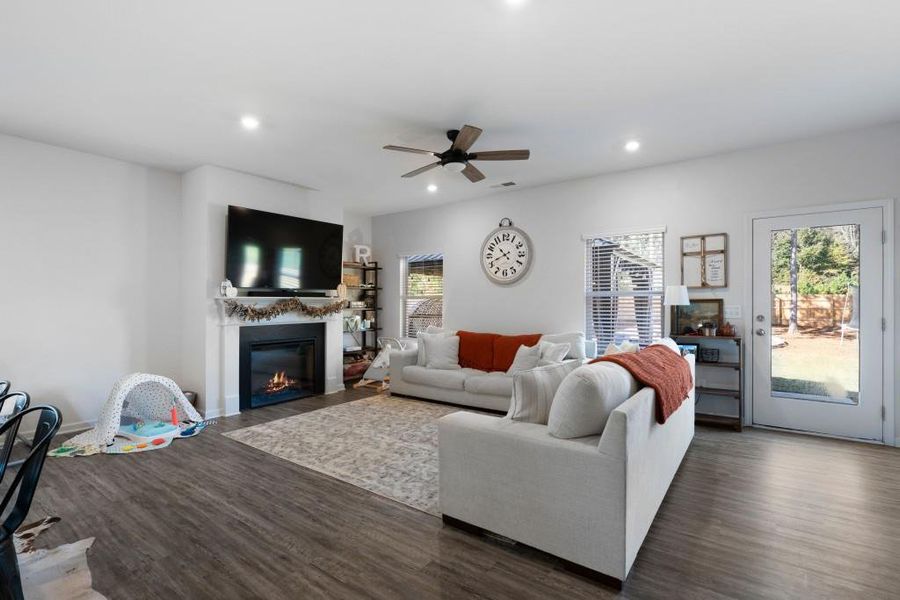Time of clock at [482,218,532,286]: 10:41
